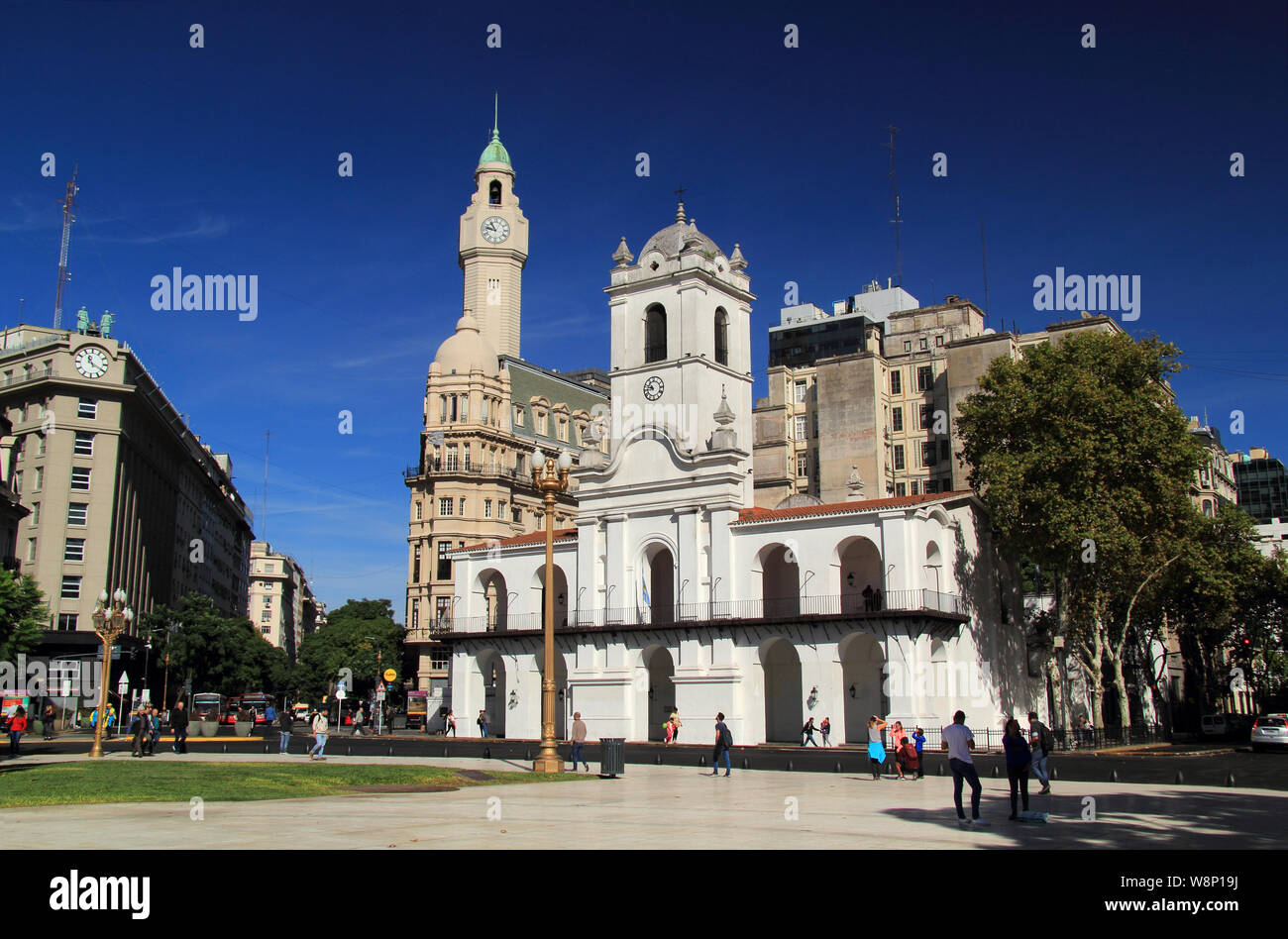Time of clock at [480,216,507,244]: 10:46
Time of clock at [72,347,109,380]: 11:19
